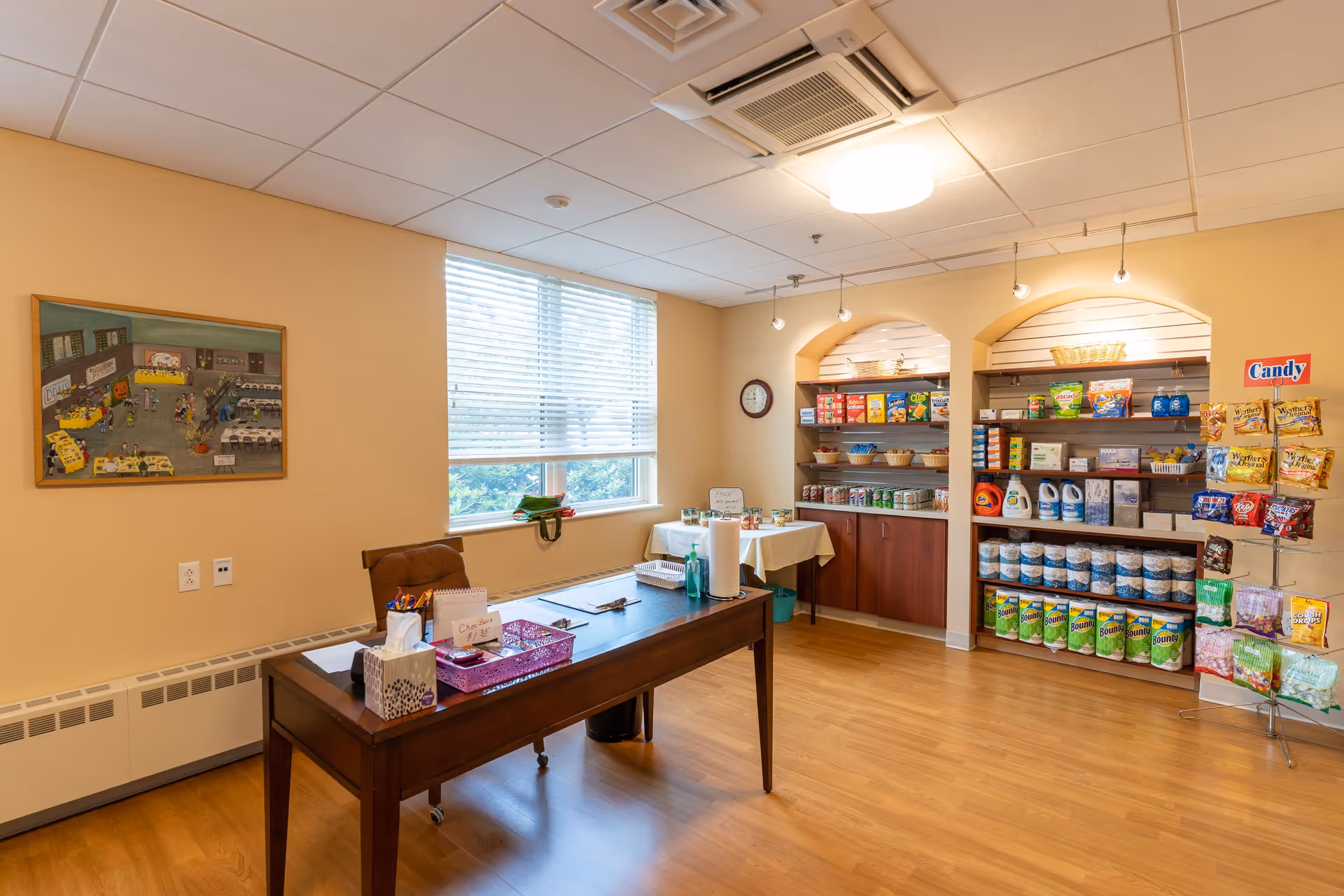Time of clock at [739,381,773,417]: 11:44
